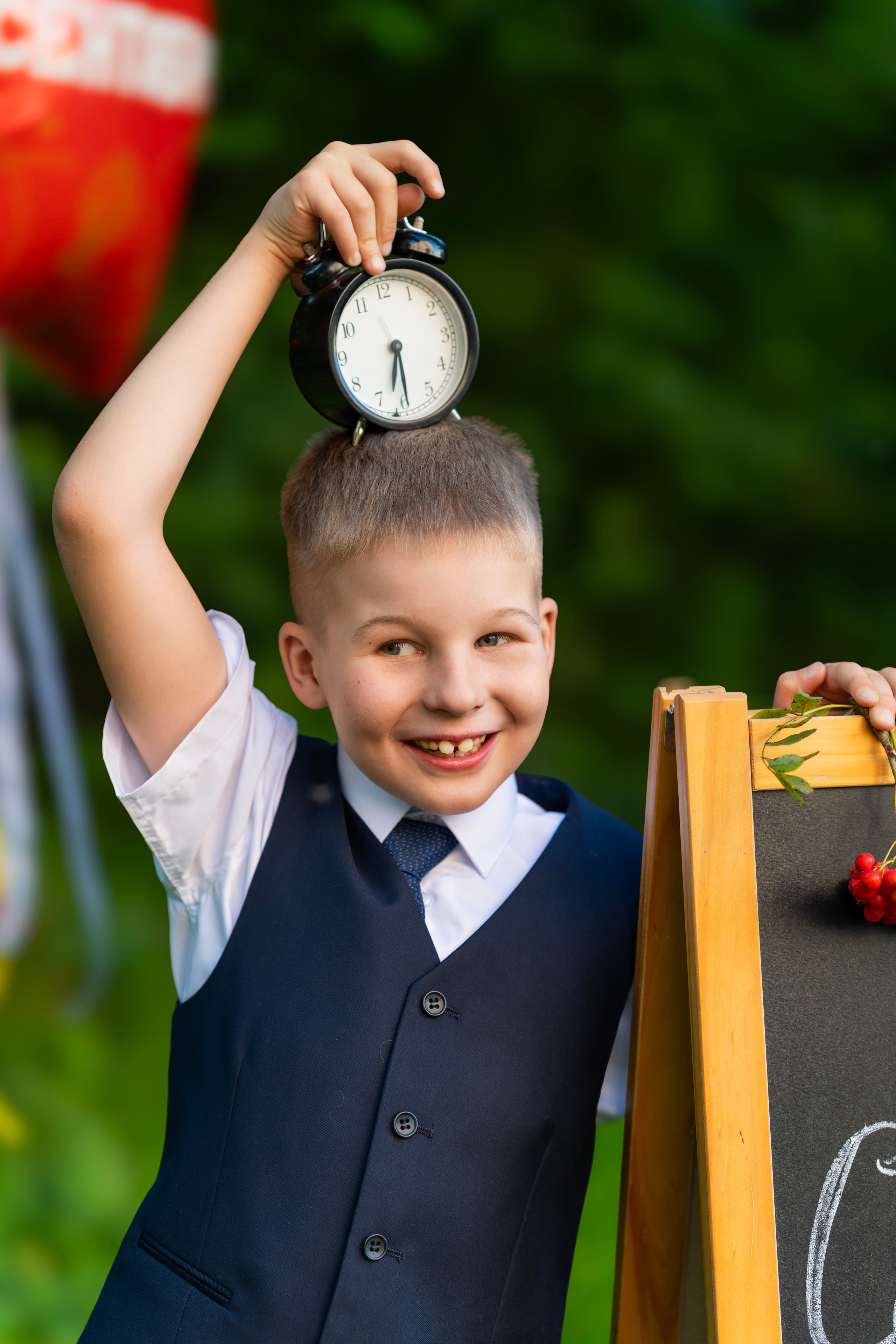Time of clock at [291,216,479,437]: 6:29
